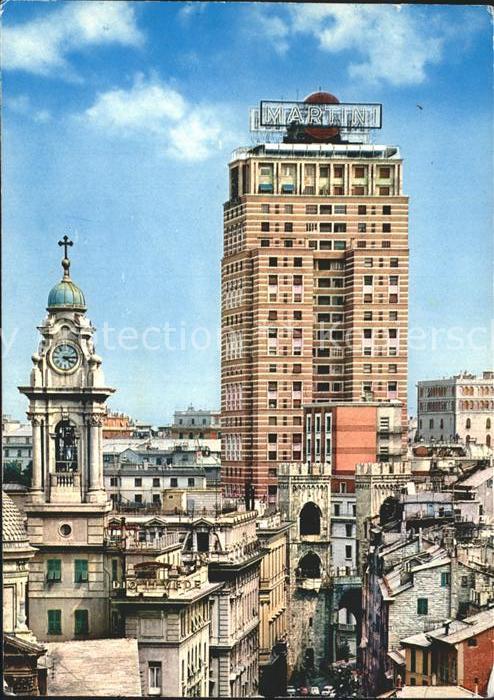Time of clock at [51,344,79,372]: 4:14
